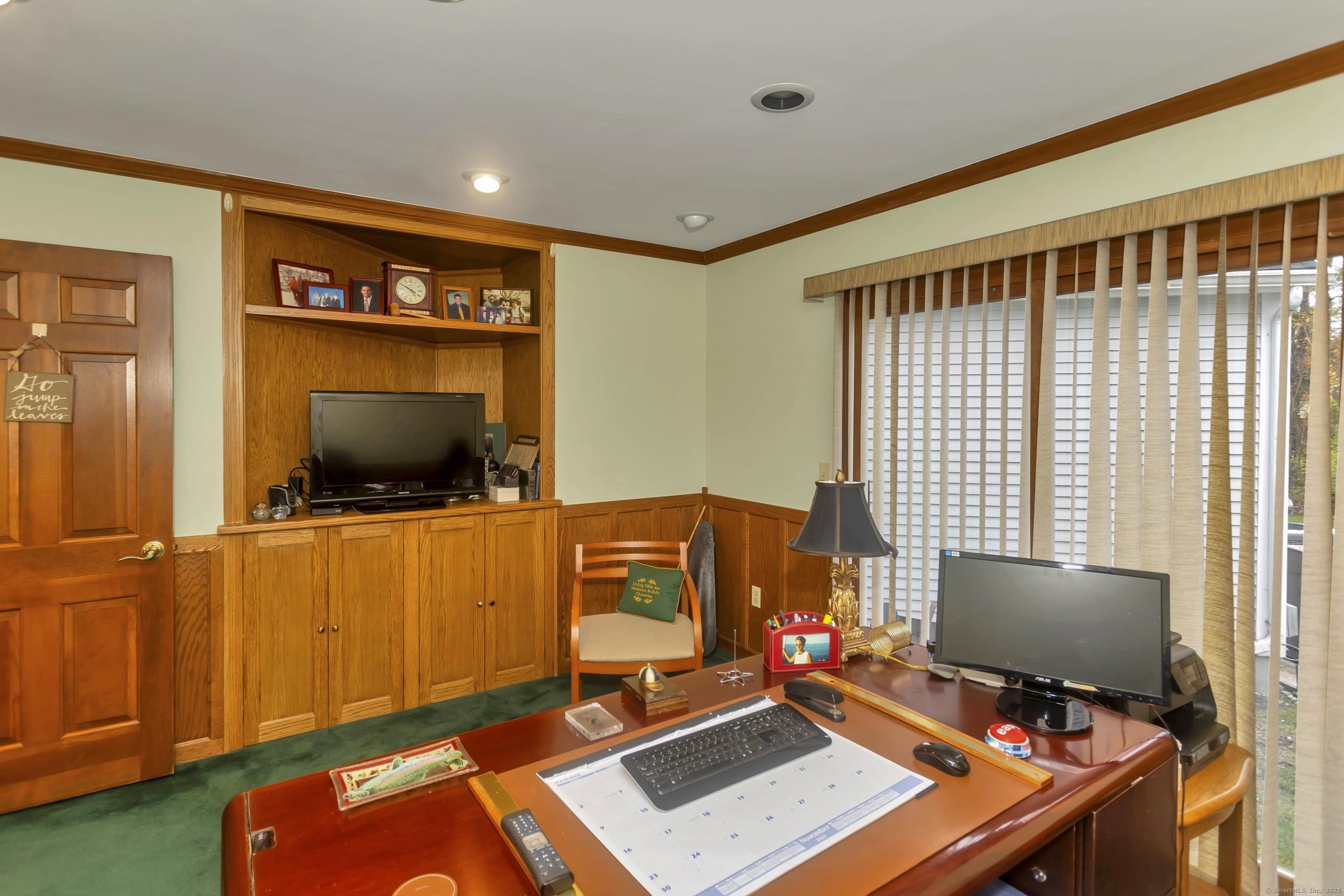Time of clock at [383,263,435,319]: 3:50
